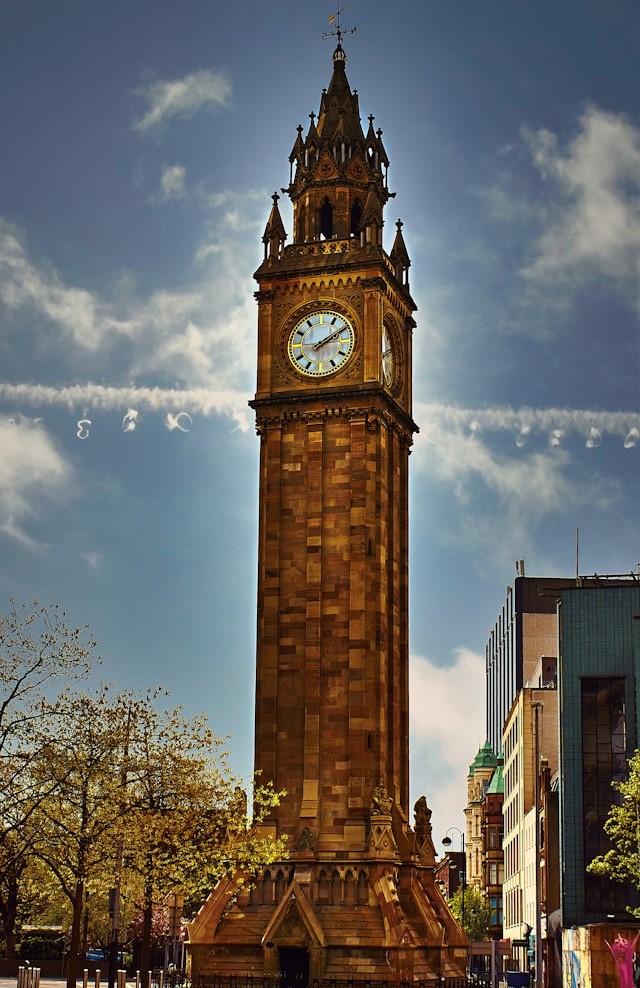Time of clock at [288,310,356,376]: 2:09
